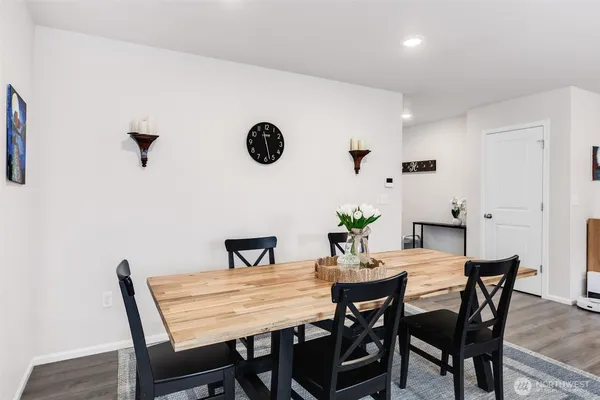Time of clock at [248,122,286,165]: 11:28
